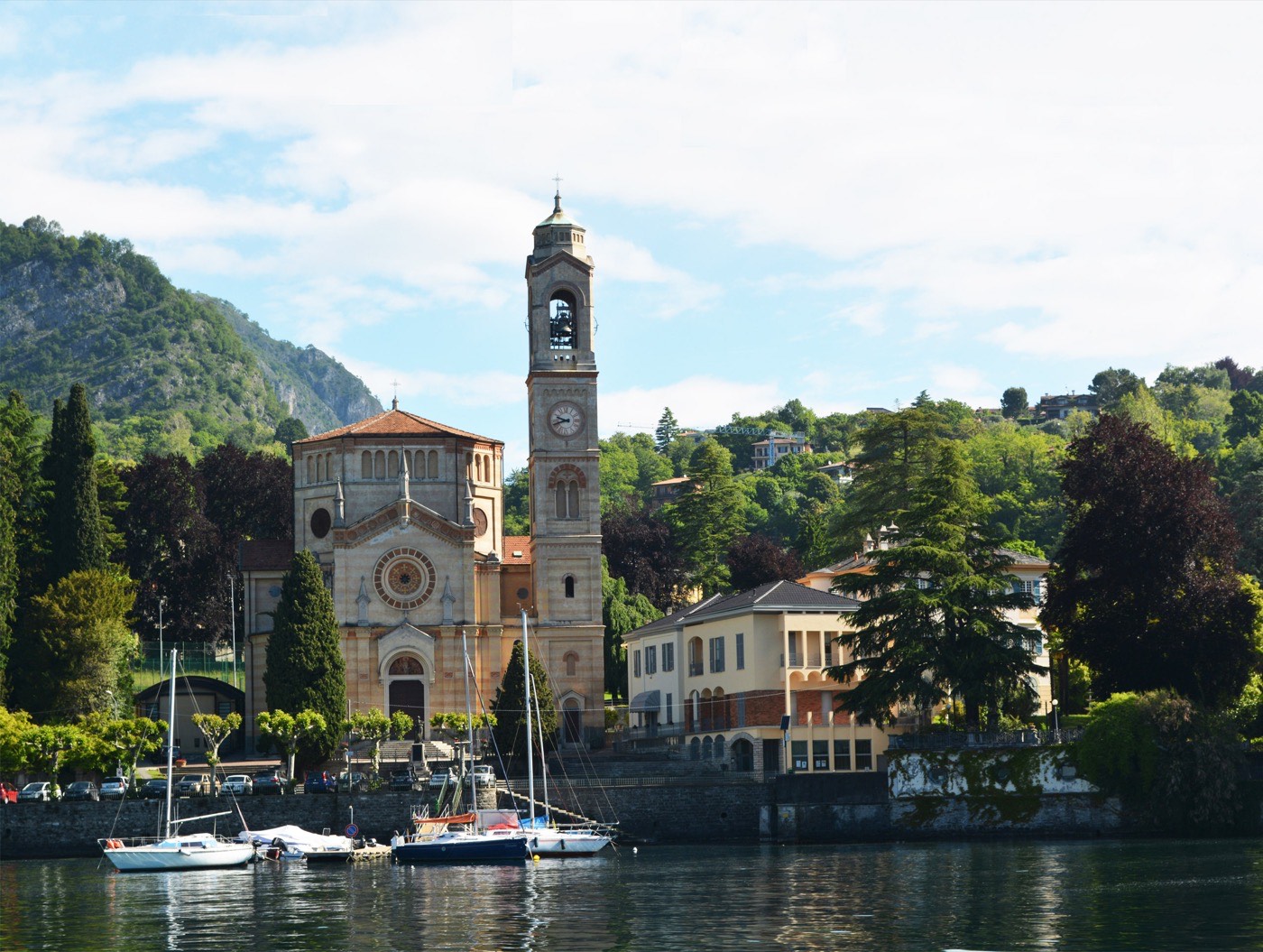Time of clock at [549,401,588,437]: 9:41
